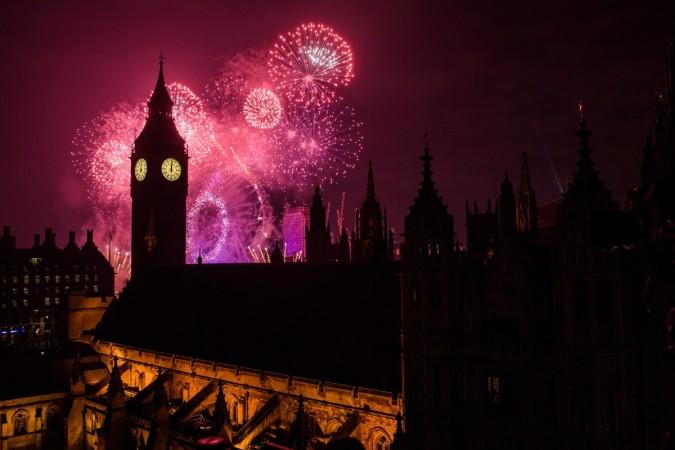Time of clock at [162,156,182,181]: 12:00
